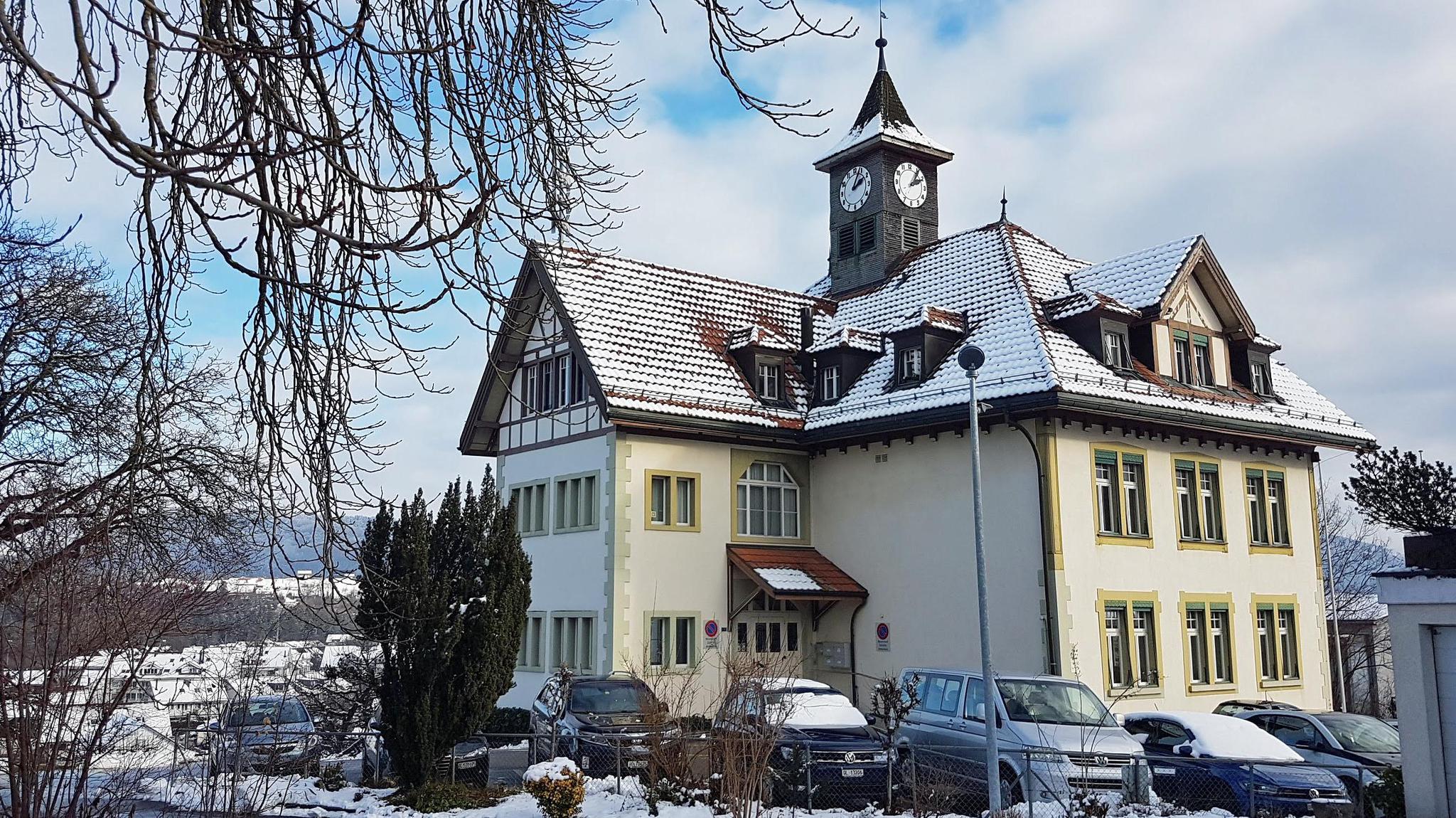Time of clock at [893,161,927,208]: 2:06
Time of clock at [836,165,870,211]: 2:04
